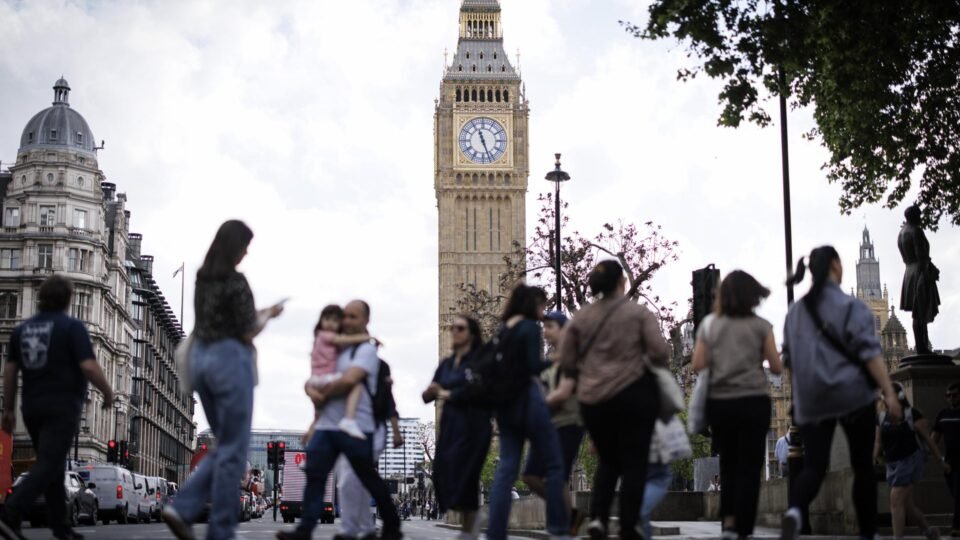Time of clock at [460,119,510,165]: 11:26
